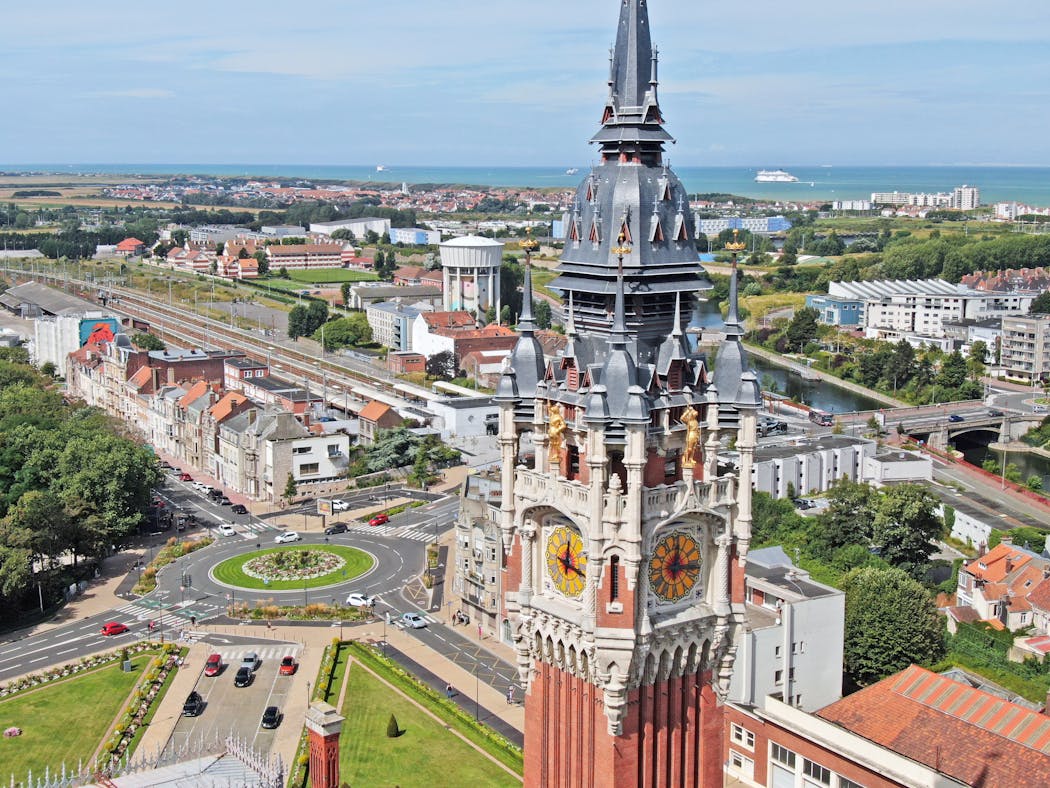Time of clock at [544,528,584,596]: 12:18
